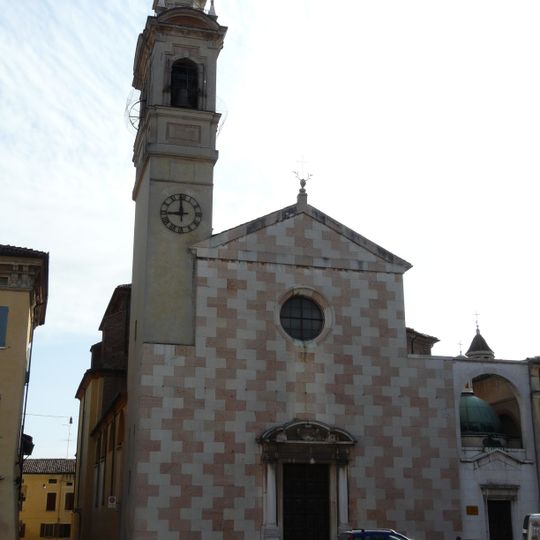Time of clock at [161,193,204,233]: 8:59
